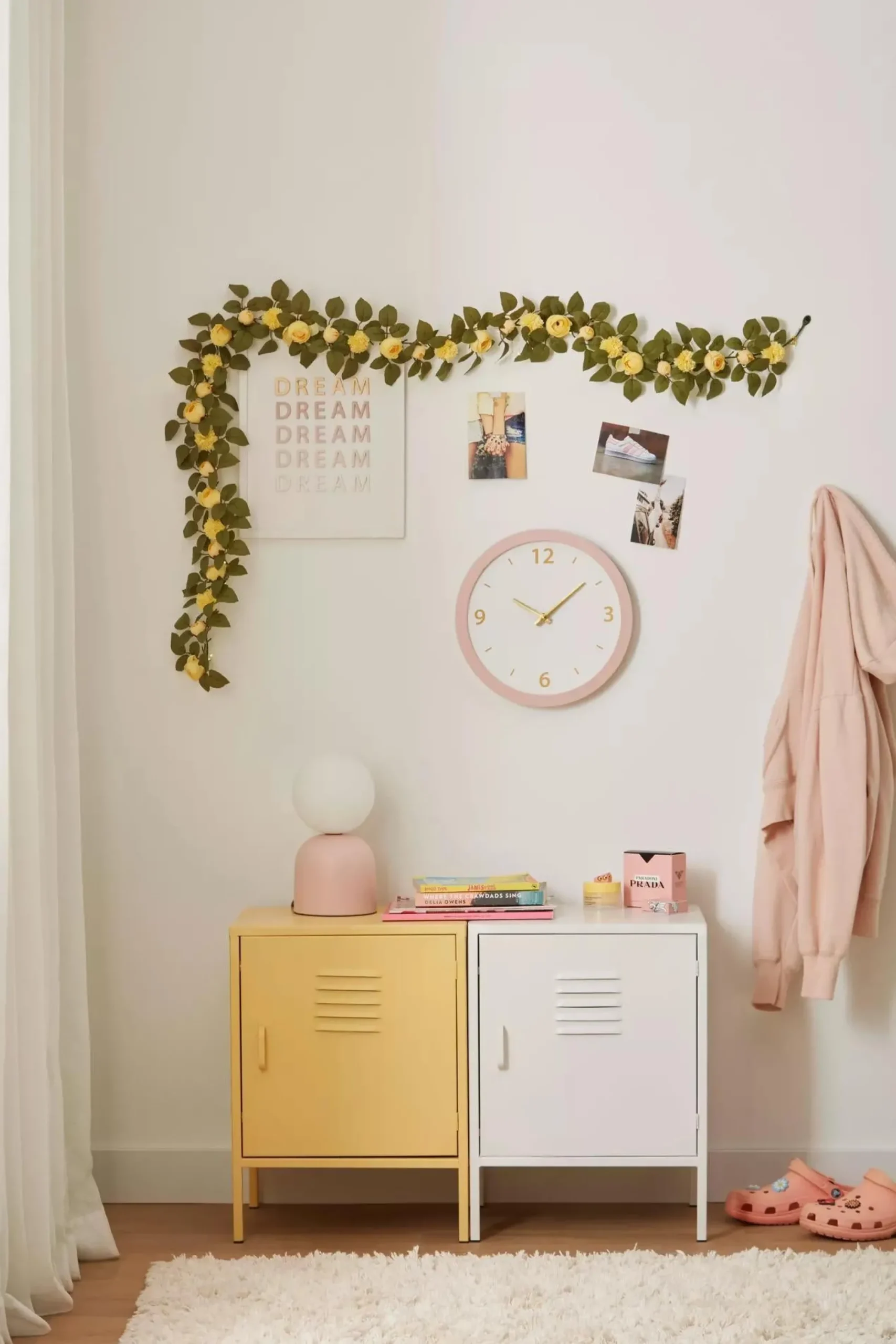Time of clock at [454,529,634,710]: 10:08
